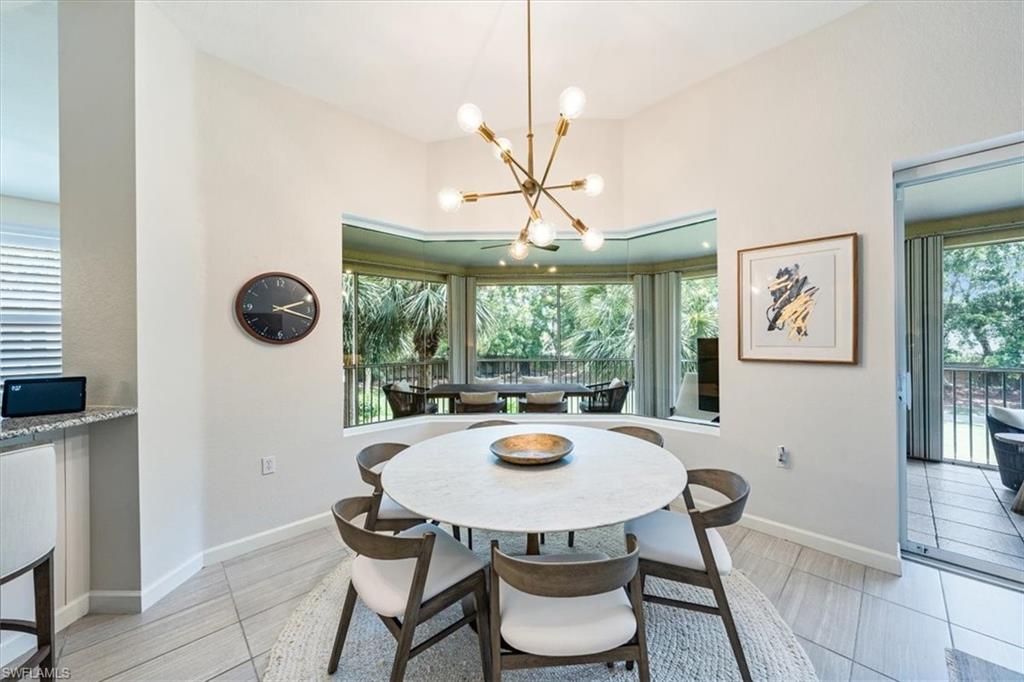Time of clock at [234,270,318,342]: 2:18
